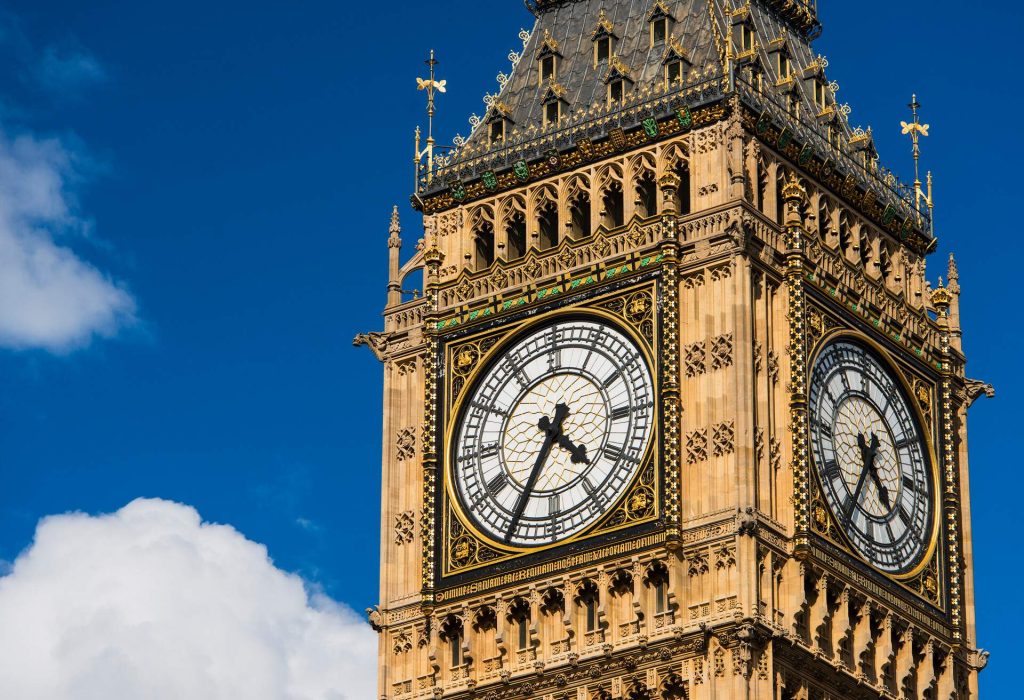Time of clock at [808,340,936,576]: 4:35
